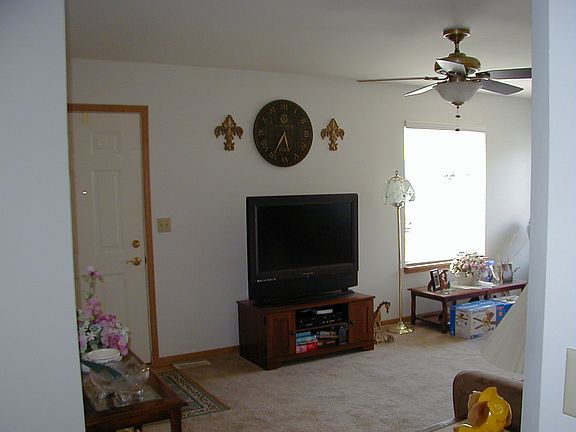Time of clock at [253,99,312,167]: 5:34
